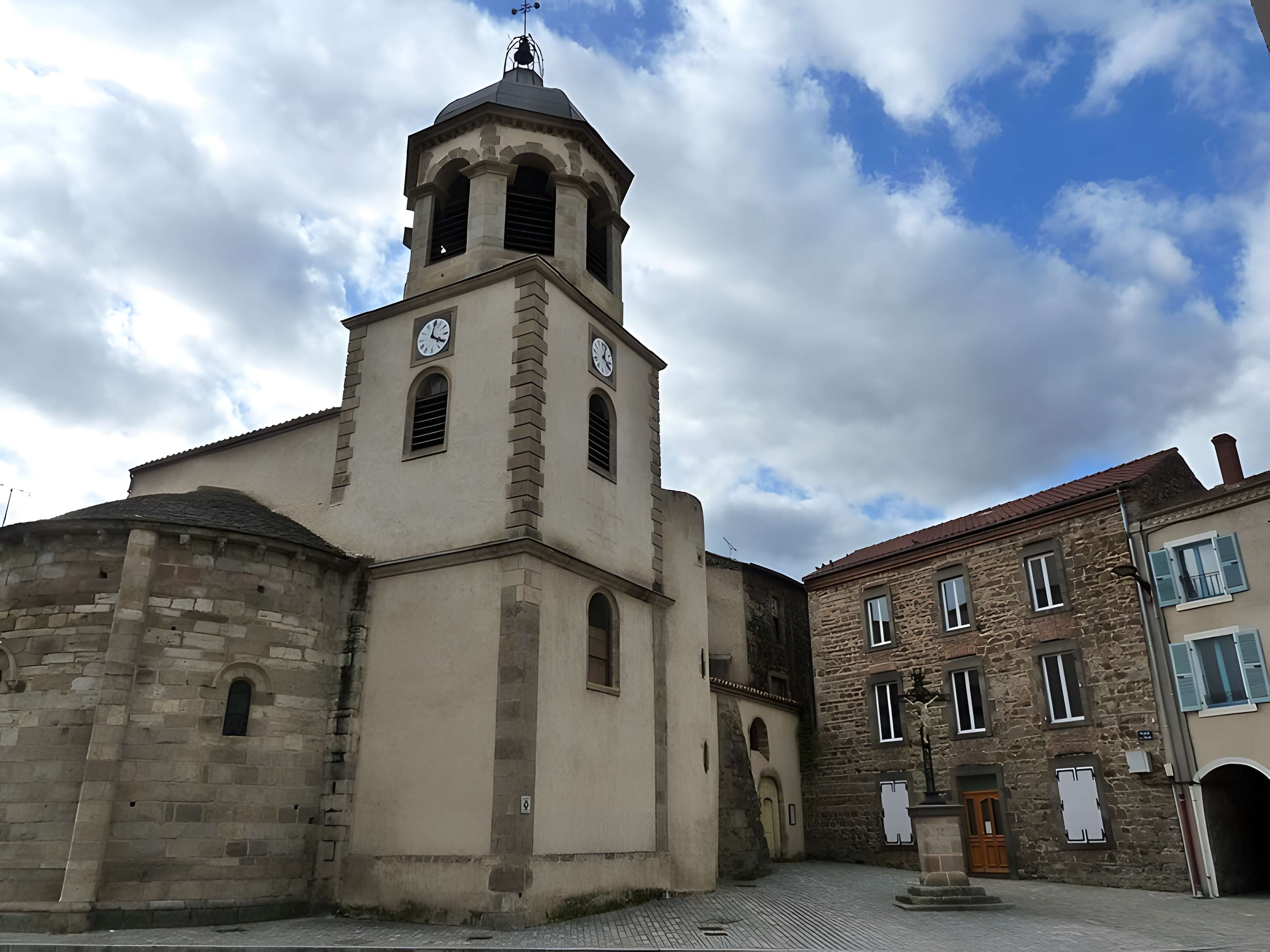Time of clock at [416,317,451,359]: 4:01
